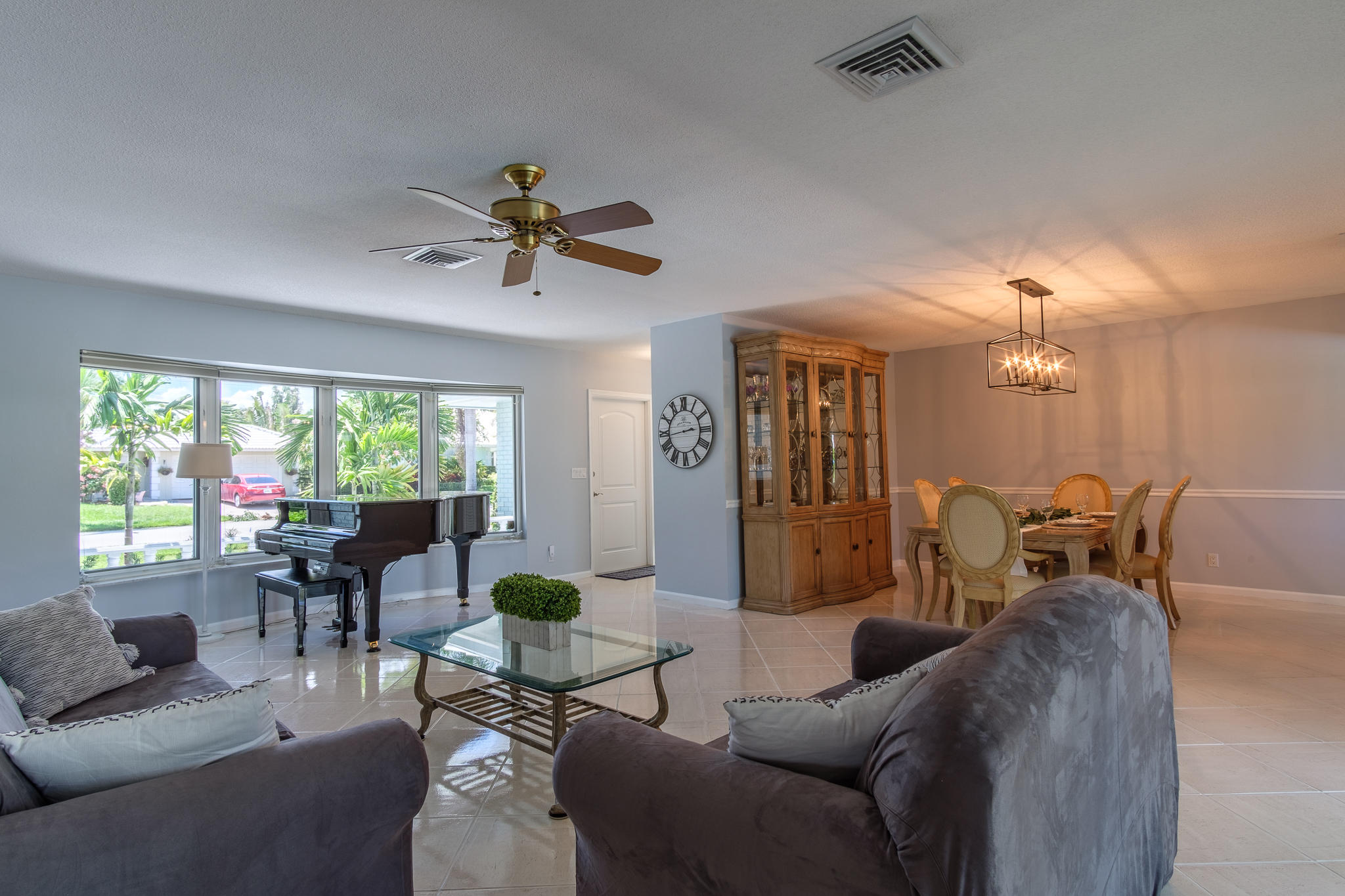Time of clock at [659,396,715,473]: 2:43
